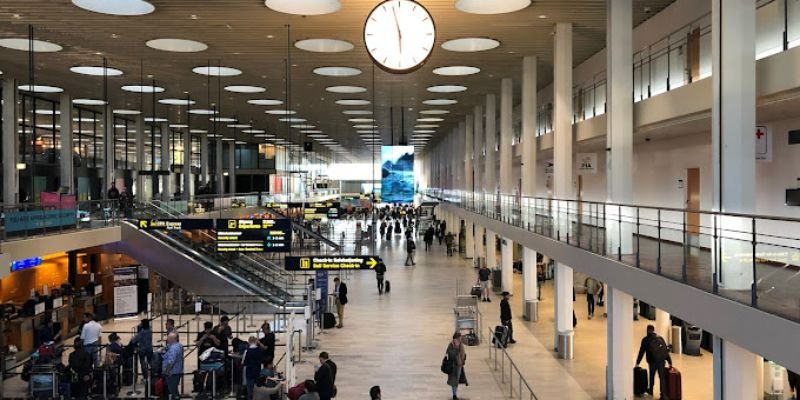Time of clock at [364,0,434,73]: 5:57
